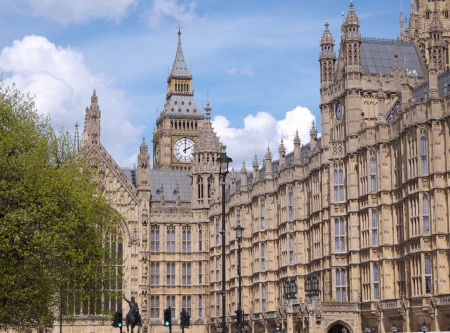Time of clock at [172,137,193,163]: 2:00
